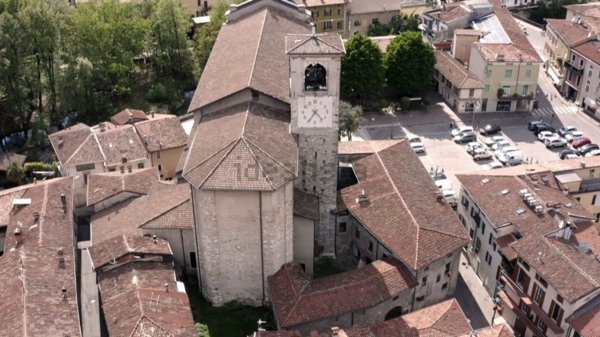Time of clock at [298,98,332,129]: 4:35
